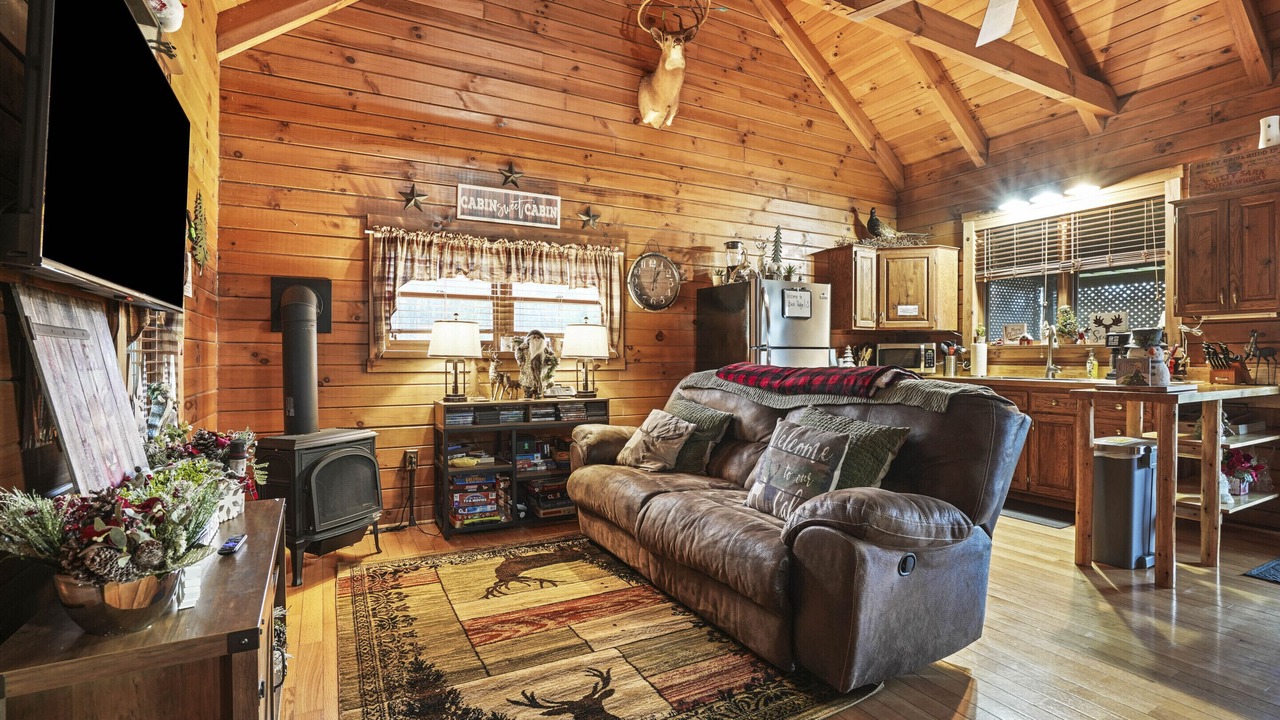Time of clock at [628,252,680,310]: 1:02
